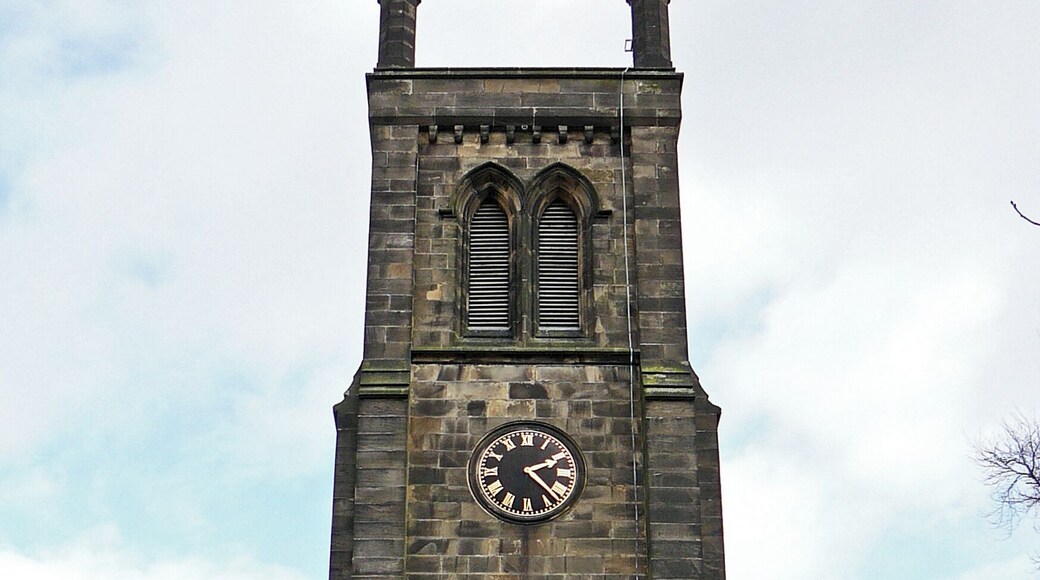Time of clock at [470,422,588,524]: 2:22
